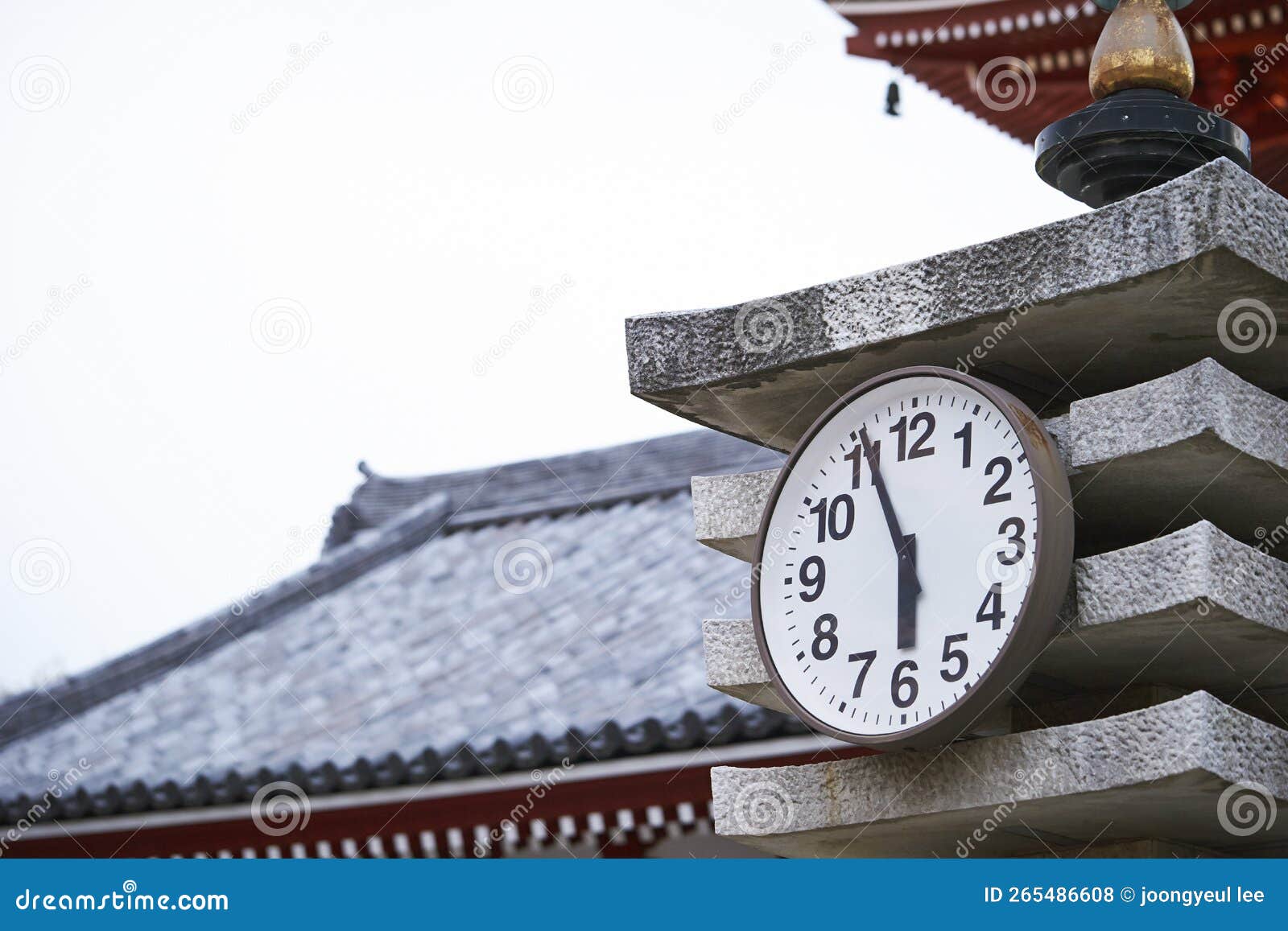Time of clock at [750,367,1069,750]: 5:55
